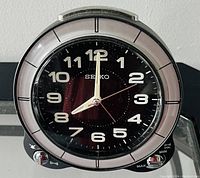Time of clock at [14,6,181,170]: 8:00
